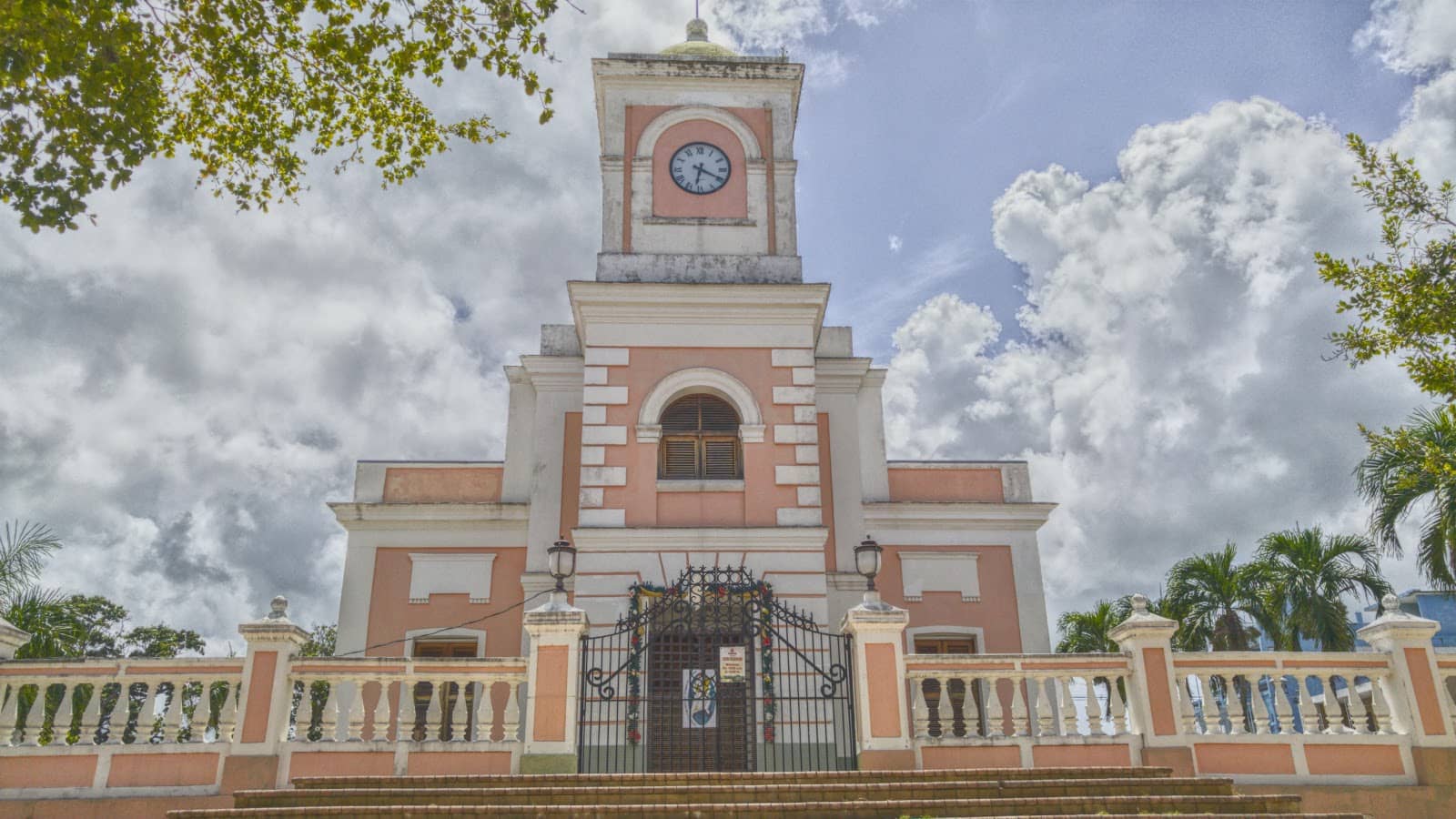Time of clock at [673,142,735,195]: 6:19
